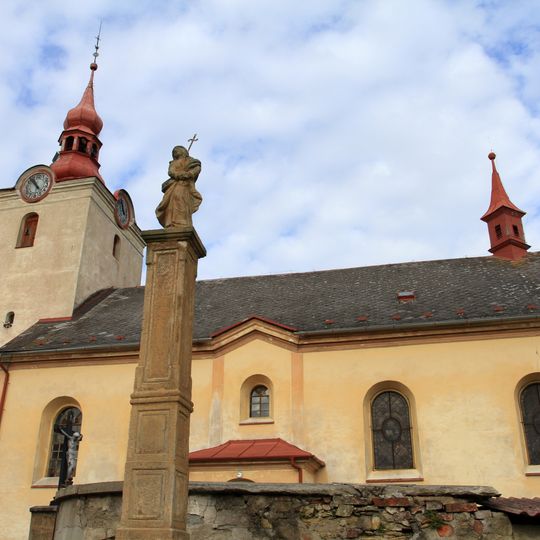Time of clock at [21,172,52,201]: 10:53
